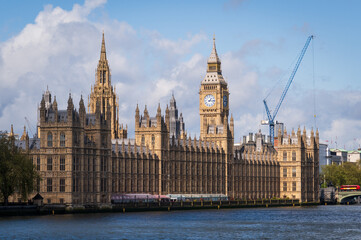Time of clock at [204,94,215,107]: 1:16
